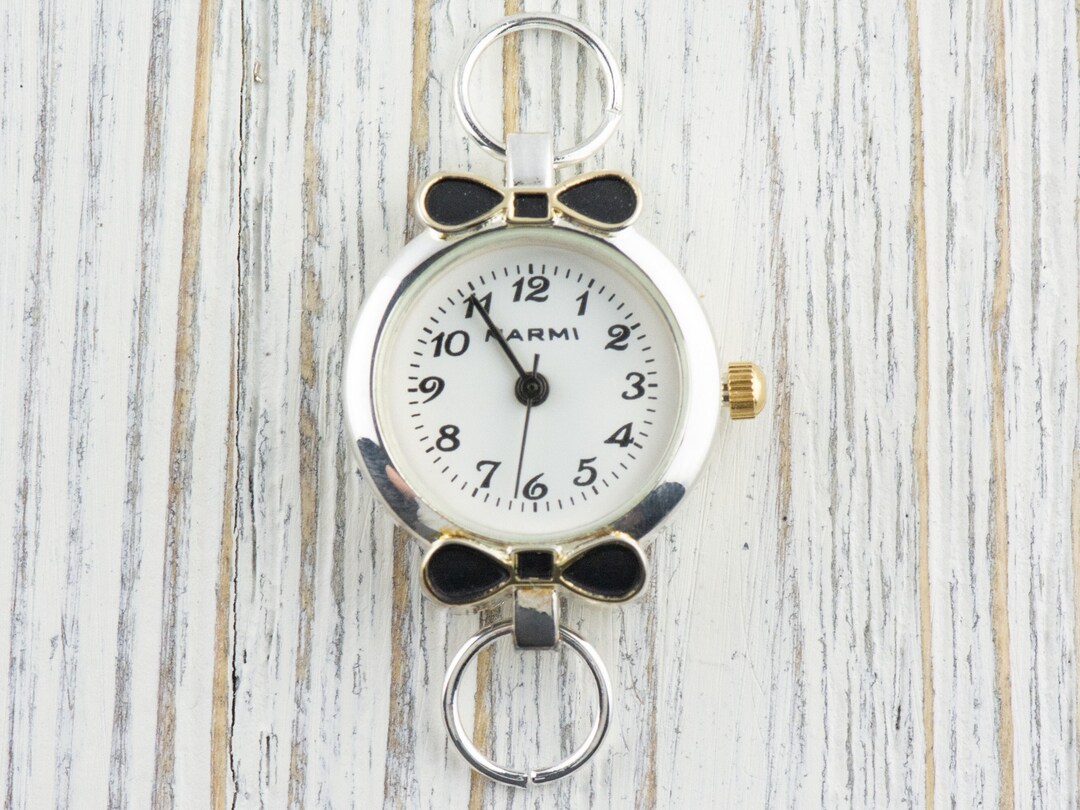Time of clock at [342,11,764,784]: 10:54
